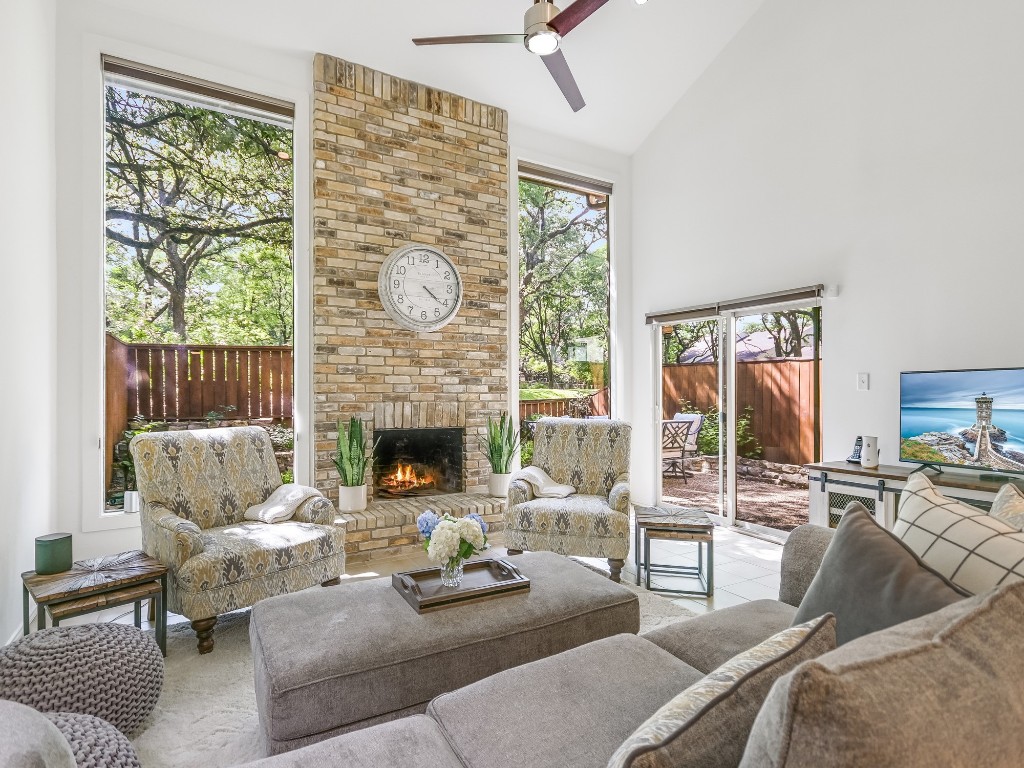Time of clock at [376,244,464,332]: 4:21
